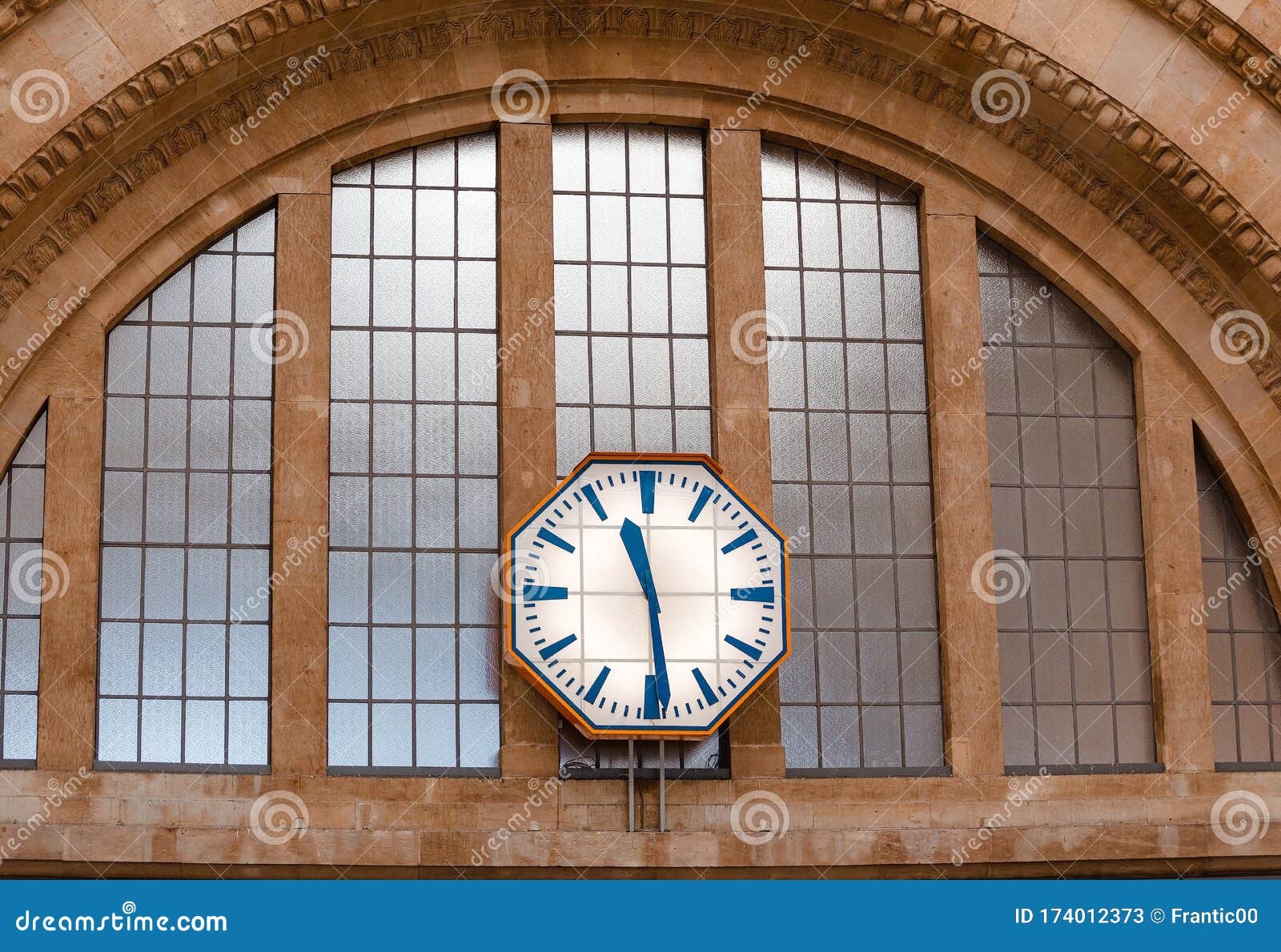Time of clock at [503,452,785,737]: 11:28
